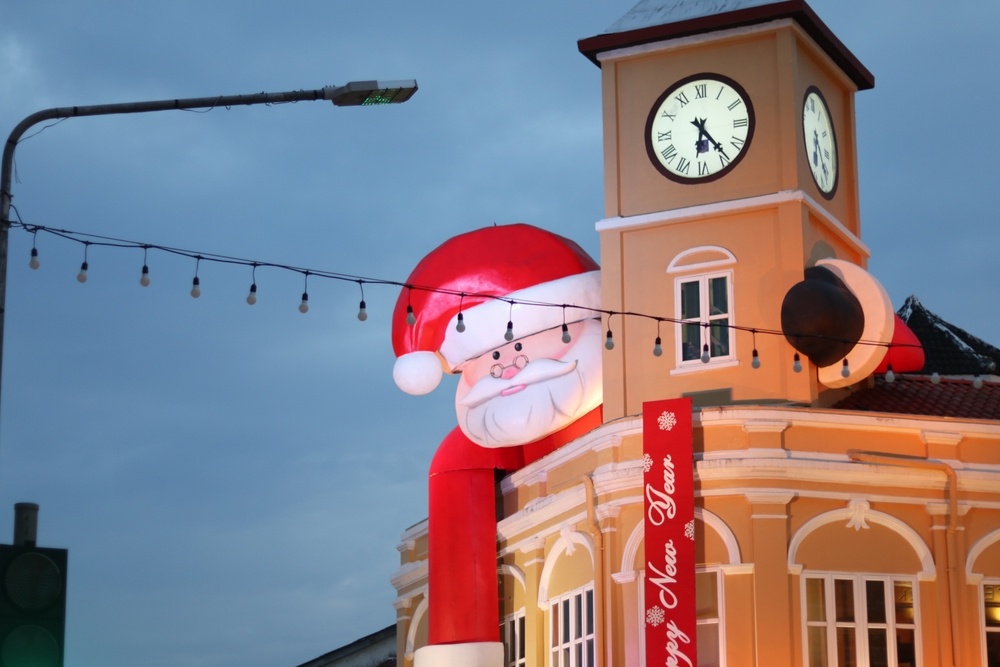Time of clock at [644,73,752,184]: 6:23
